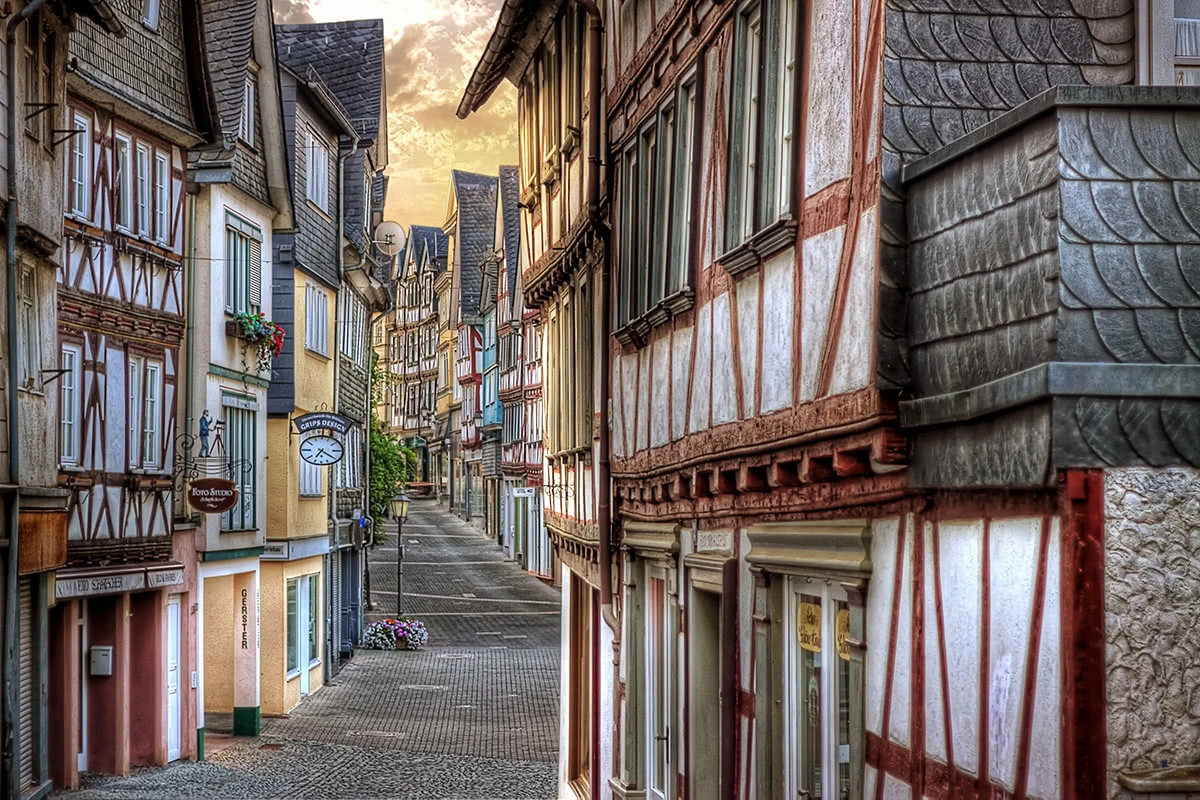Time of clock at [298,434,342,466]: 7:20
